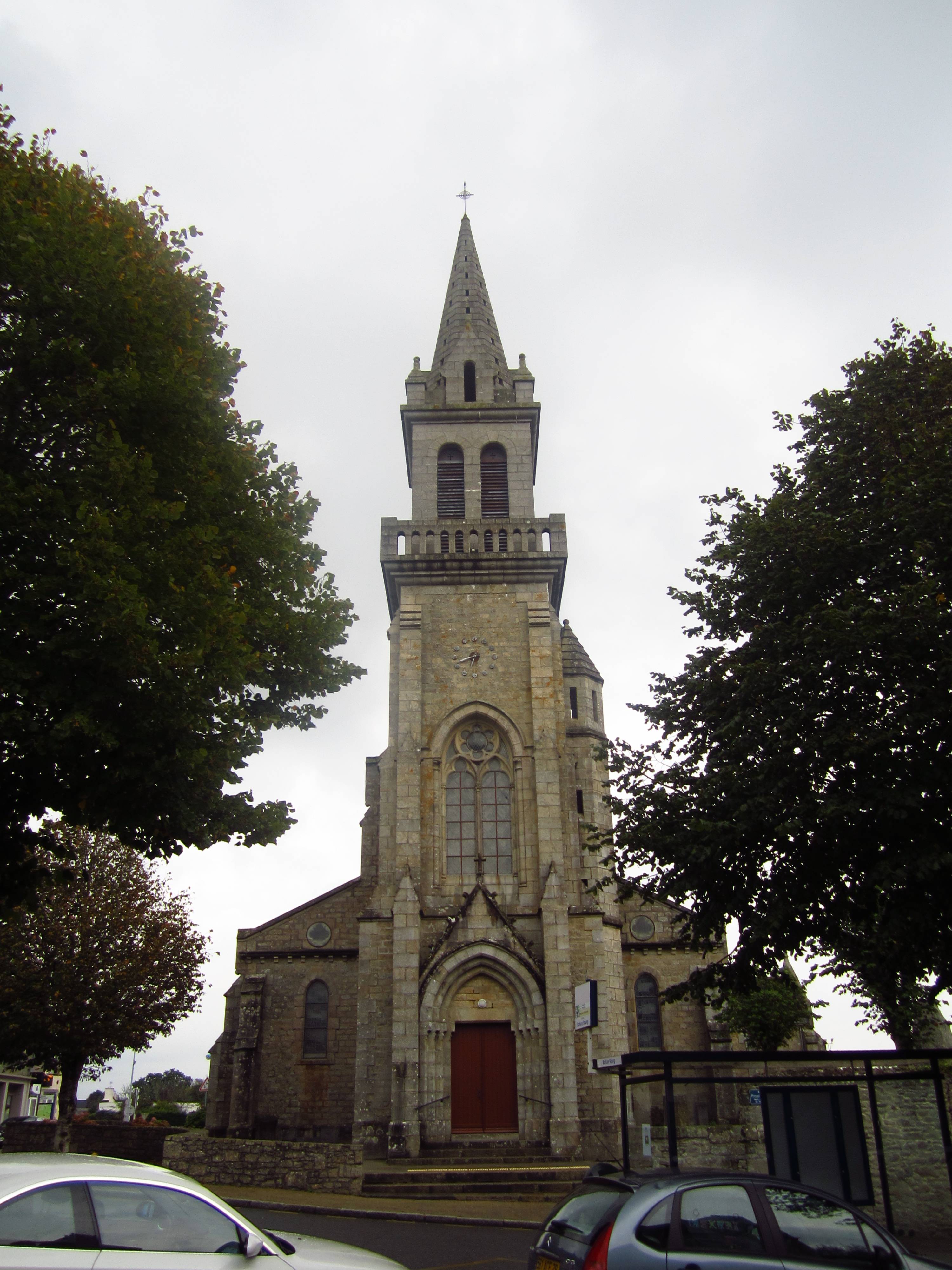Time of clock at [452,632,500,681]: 6:42
